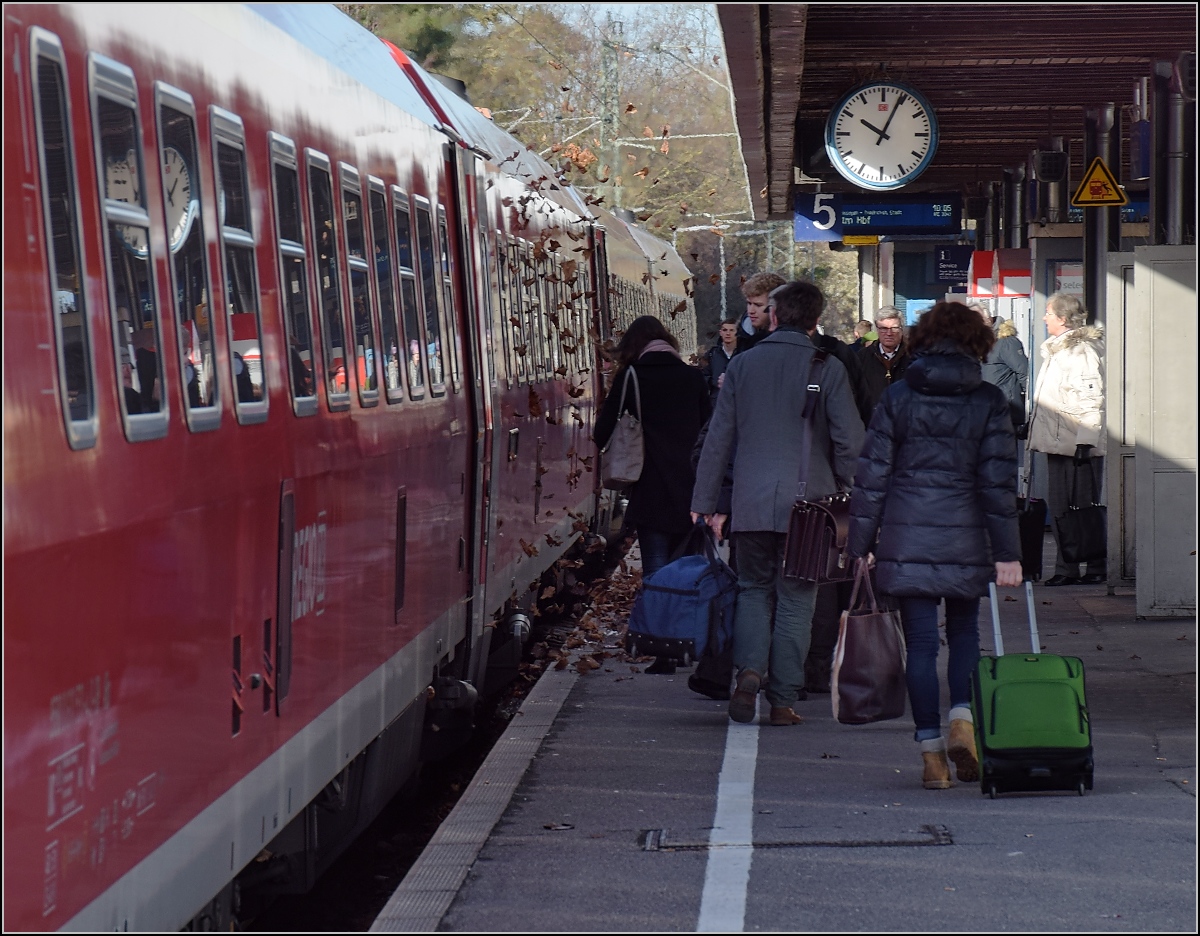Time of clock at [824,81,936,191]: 10:04
